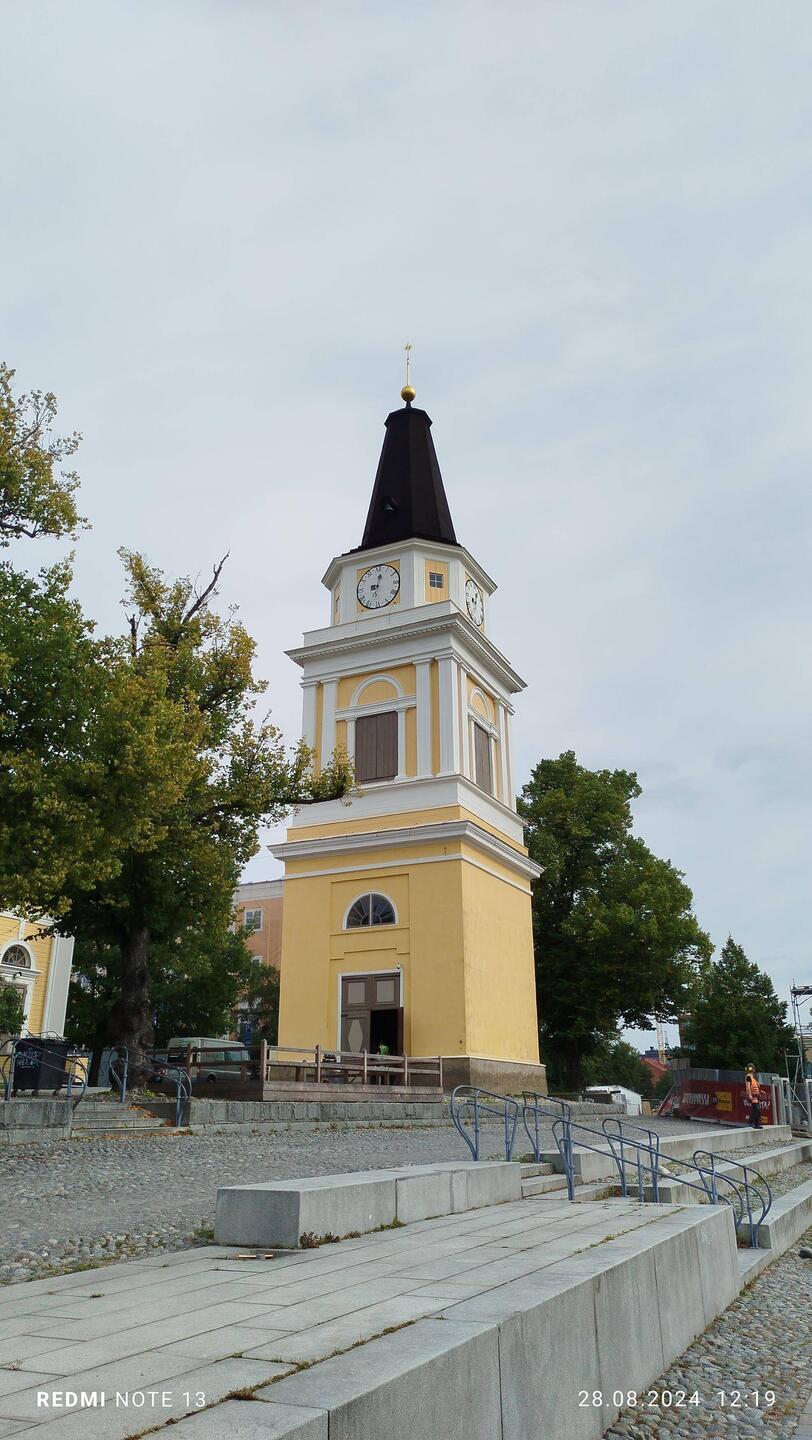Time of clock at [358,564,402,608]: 9:02
